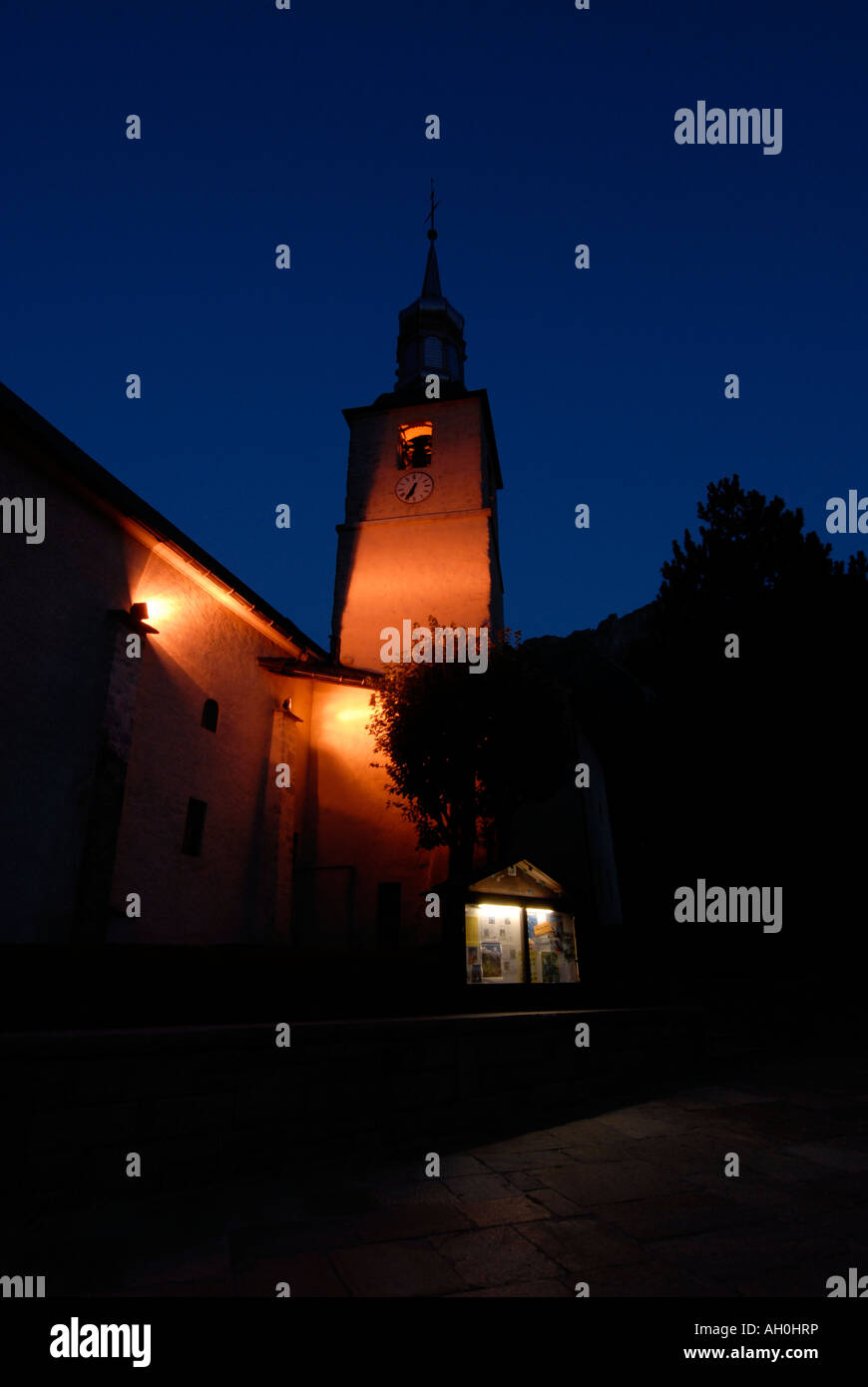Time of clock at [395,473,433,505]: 6:34
